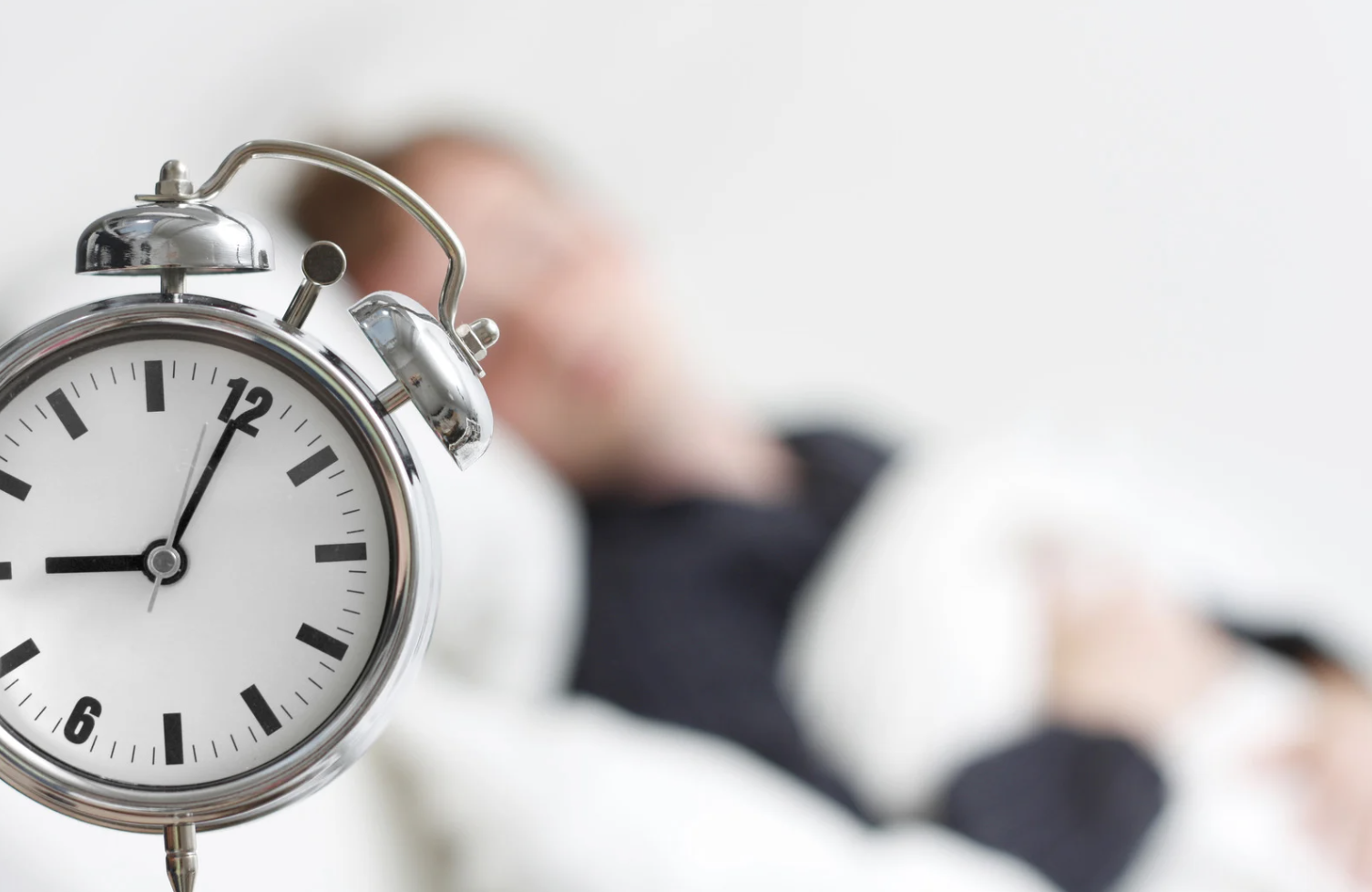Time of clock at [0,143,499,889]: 9:05
